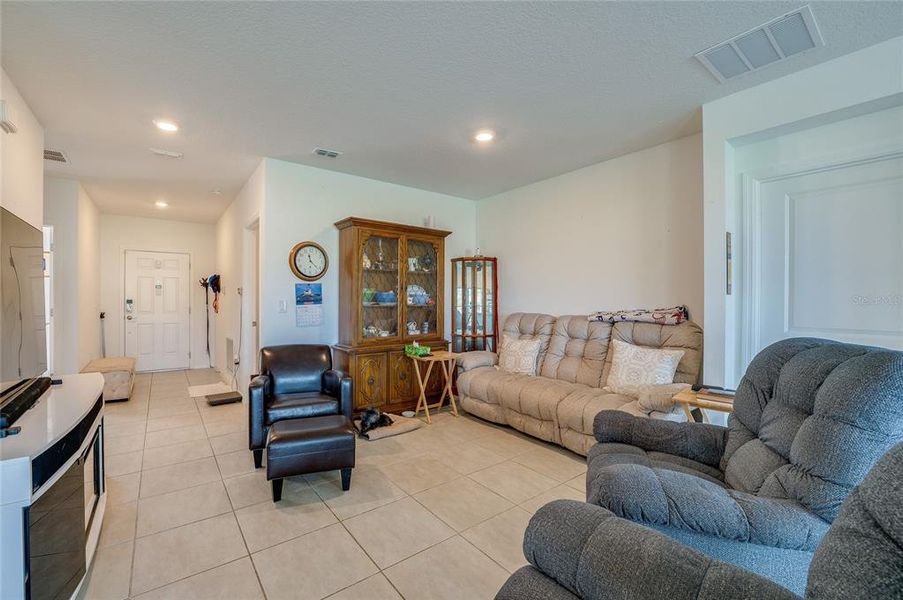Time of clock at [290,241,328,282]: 11:22
